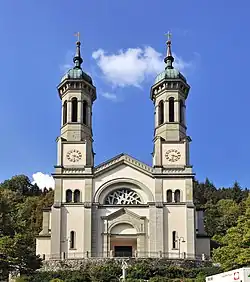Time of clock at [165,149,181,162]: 3:32
